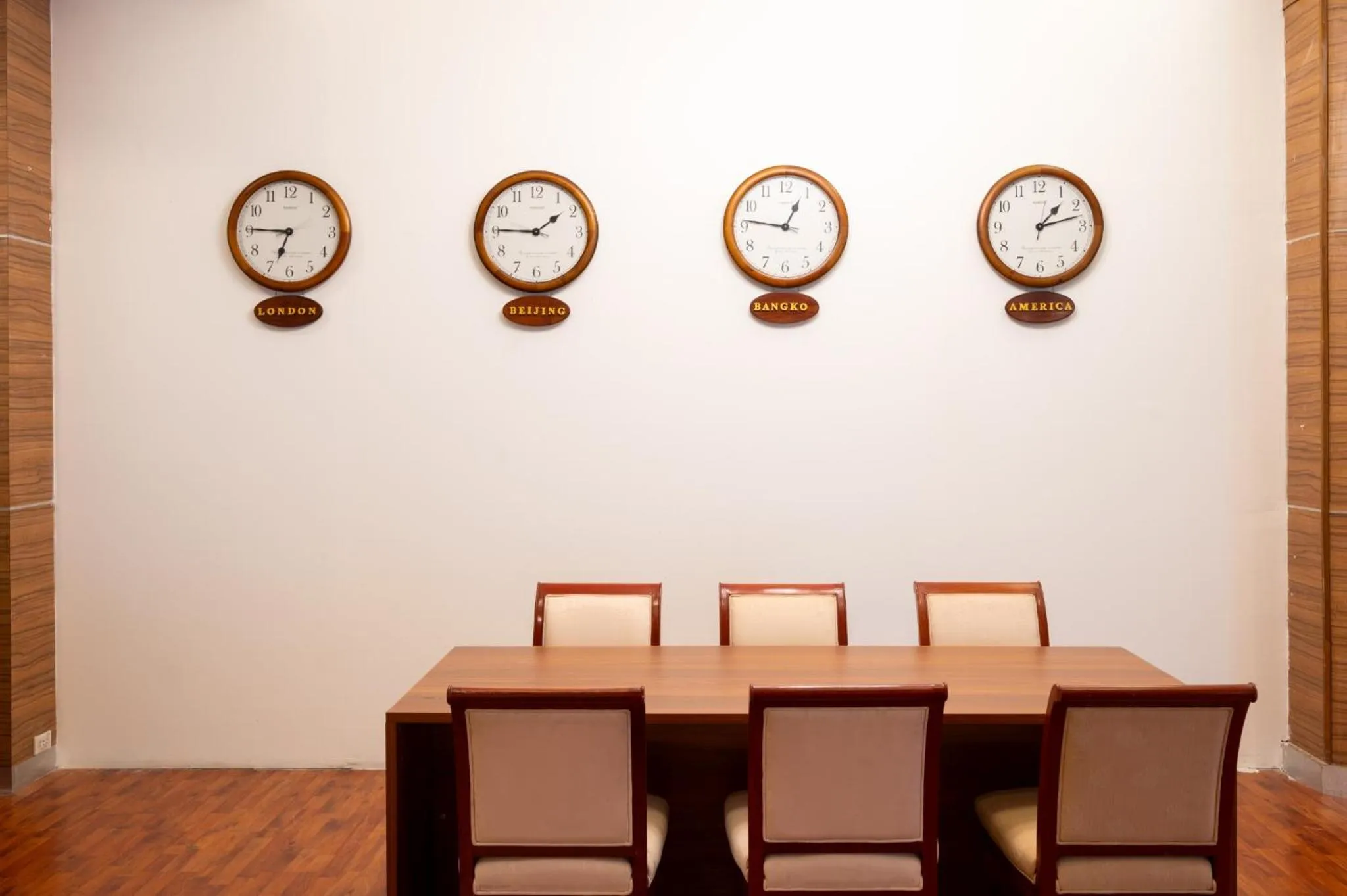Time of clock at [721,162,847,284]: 12:46
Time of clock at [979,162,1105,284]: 1:12
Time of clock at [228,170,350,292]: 6:45
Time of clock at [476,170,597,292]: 1:45
